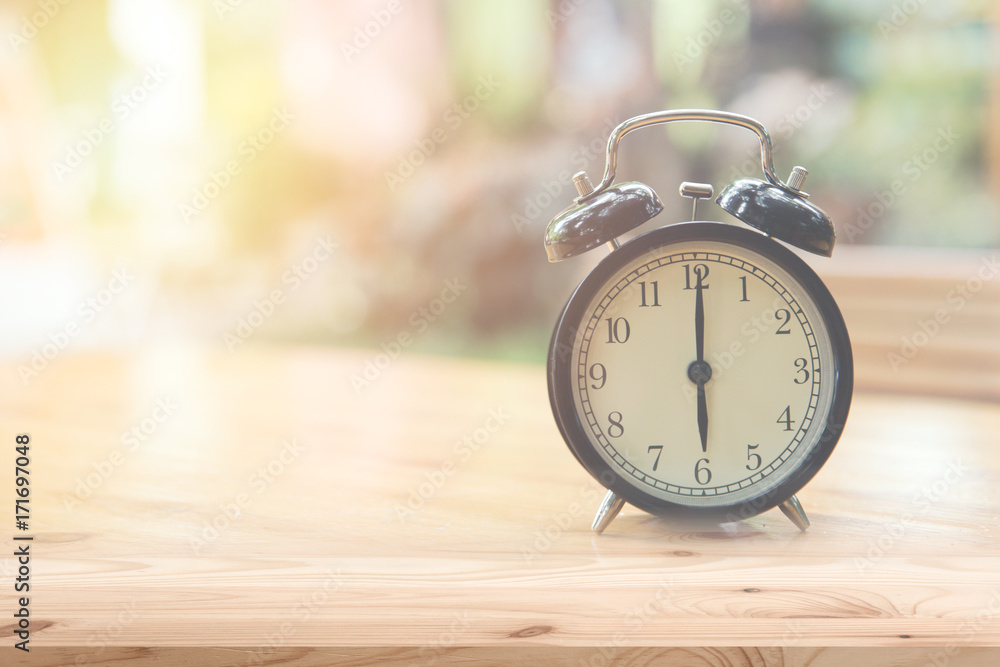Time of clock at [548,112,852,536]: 6:00
